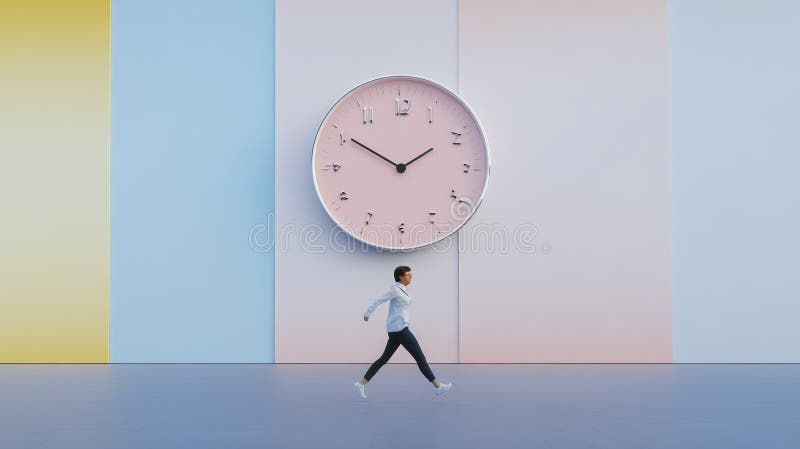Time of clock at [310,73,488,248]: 1:50
